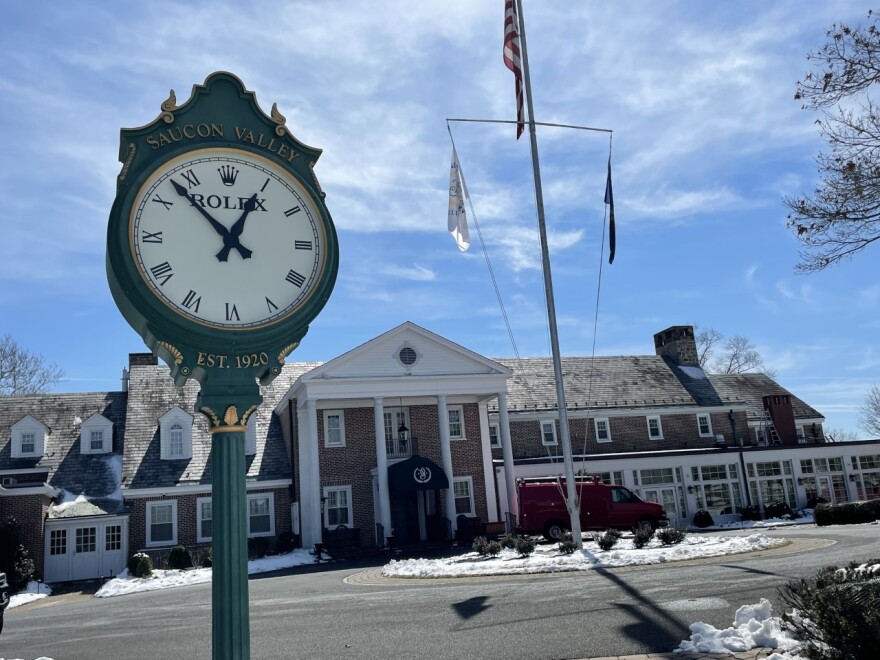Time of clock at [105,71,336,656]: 12:52
